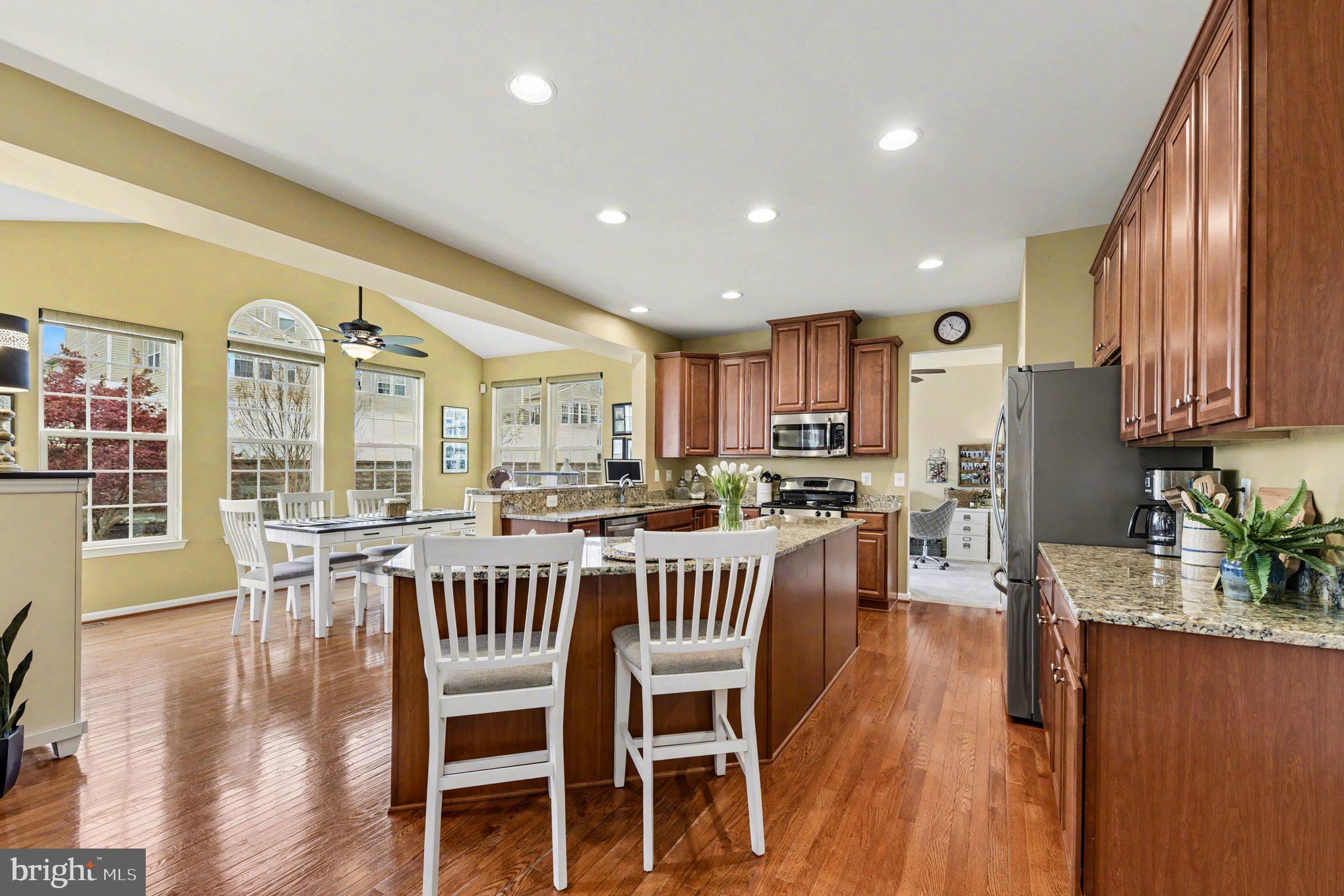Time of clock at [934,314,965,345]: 11:19
